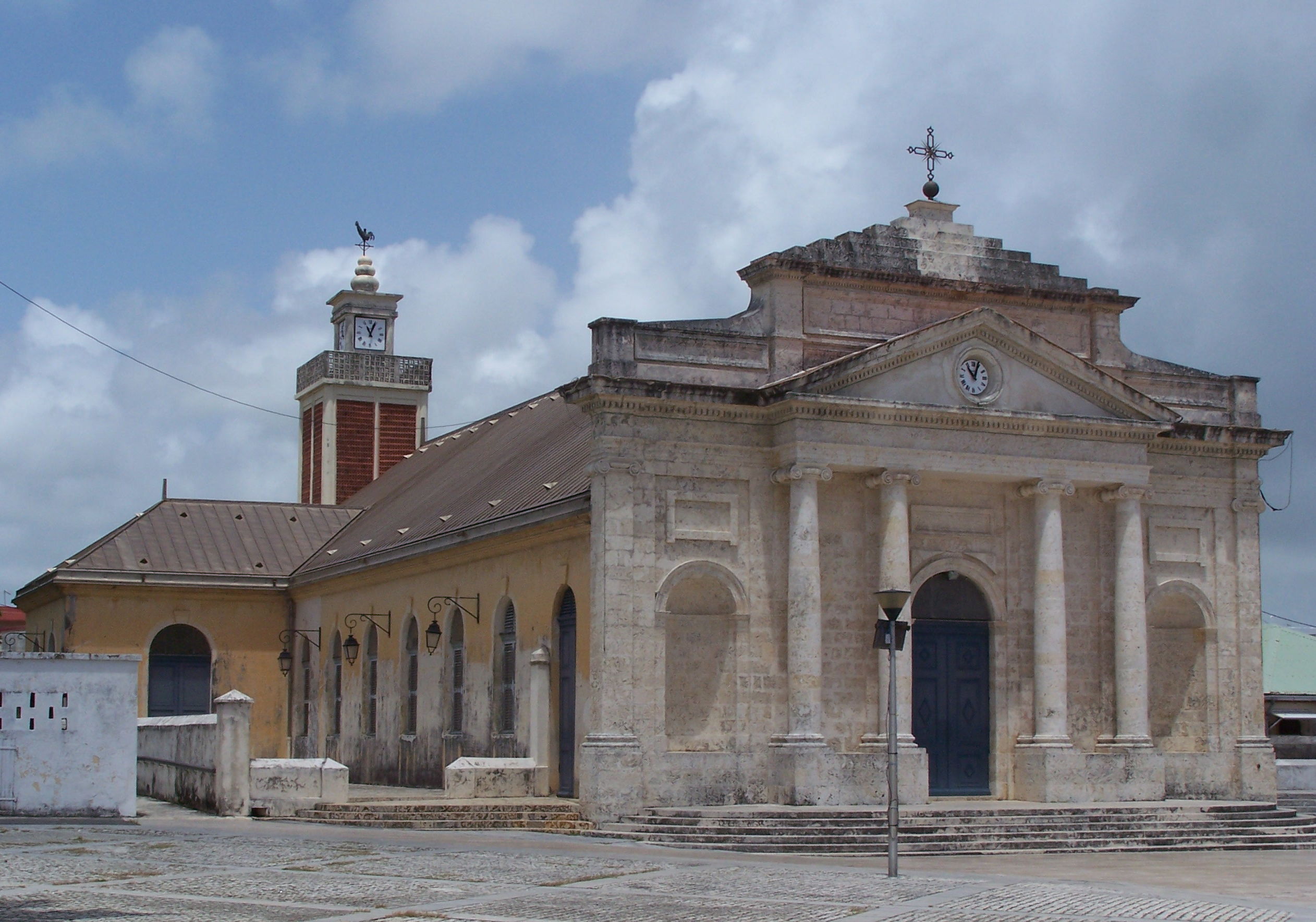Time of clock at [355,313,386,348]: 11:03
